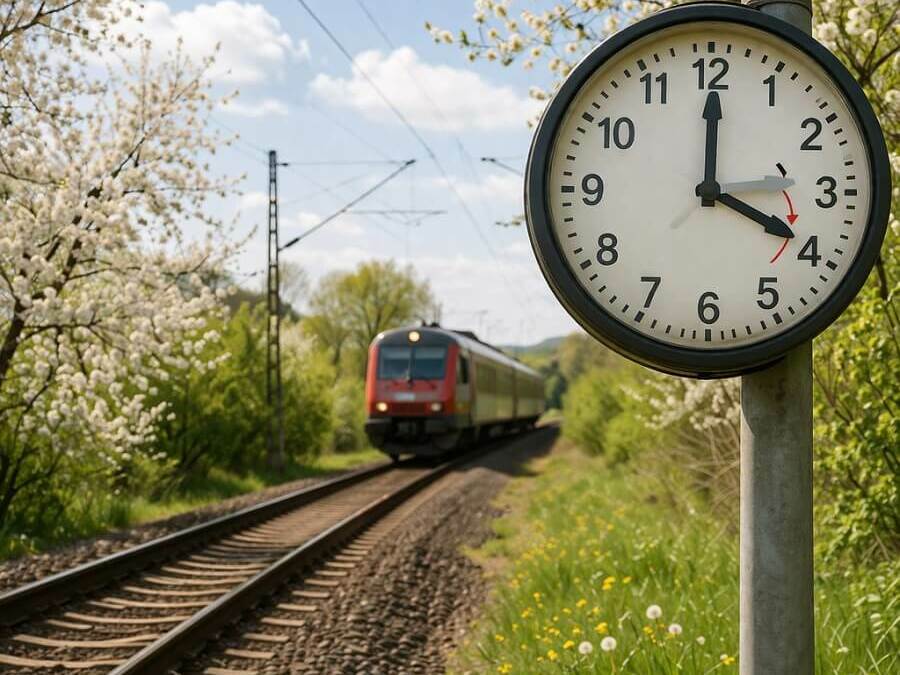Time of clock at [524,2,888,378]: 4:00
